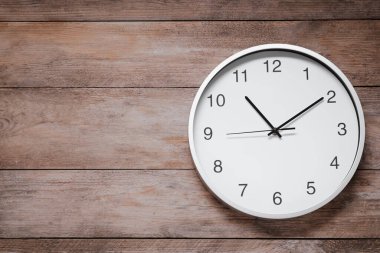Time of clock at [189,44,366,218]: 1:53
